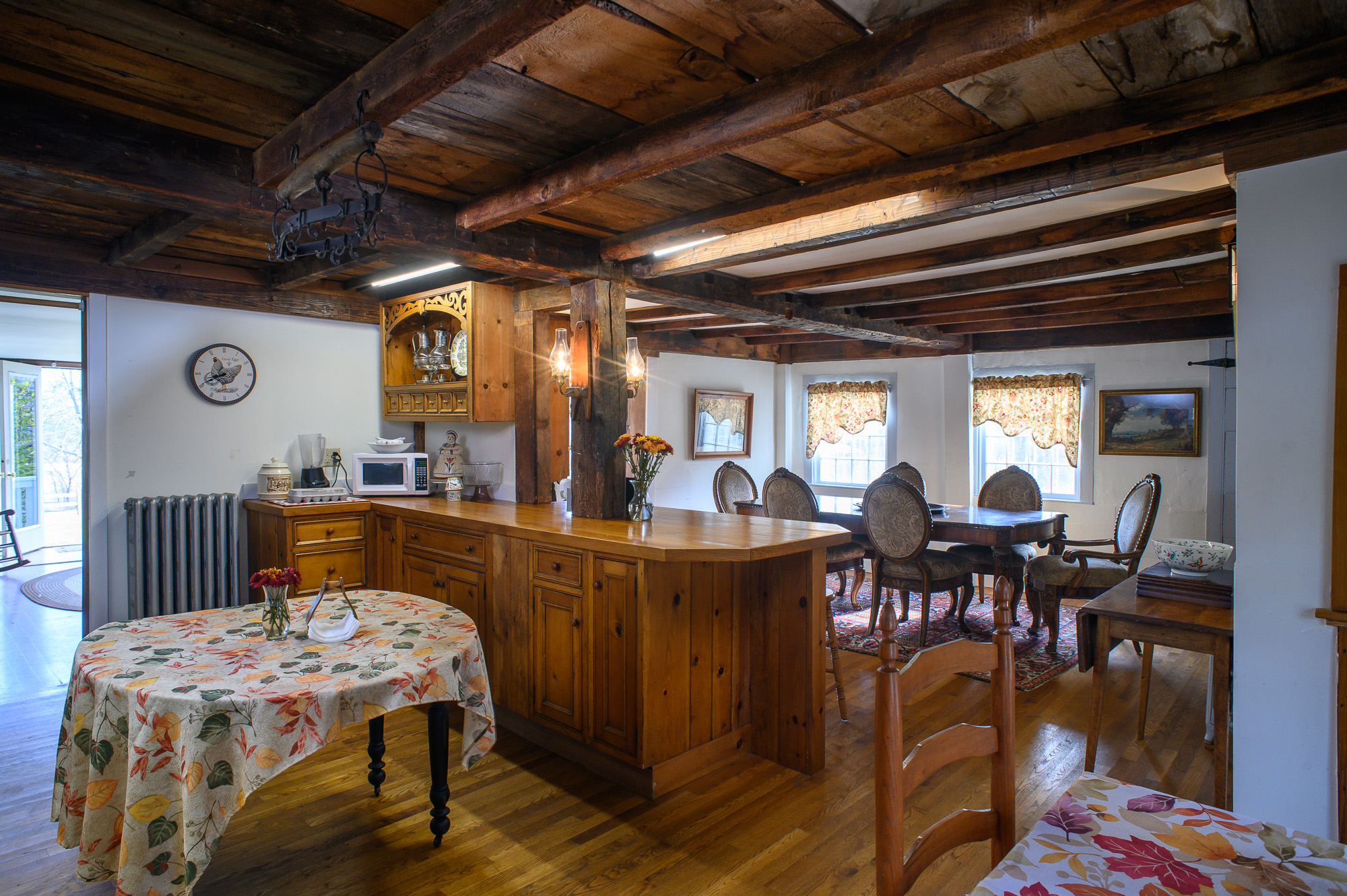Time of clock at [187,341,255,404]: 8:40
